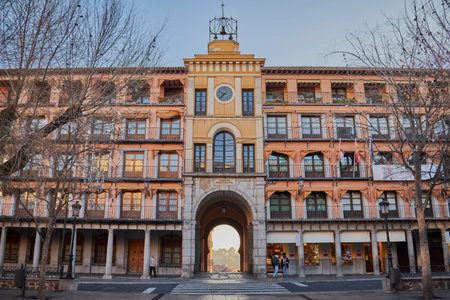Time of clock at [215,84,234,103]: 9:37
